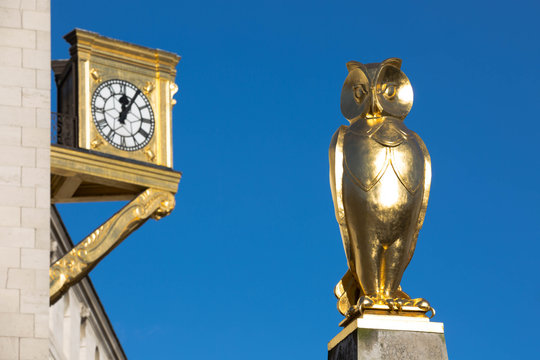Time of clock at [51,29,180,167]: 12:05
